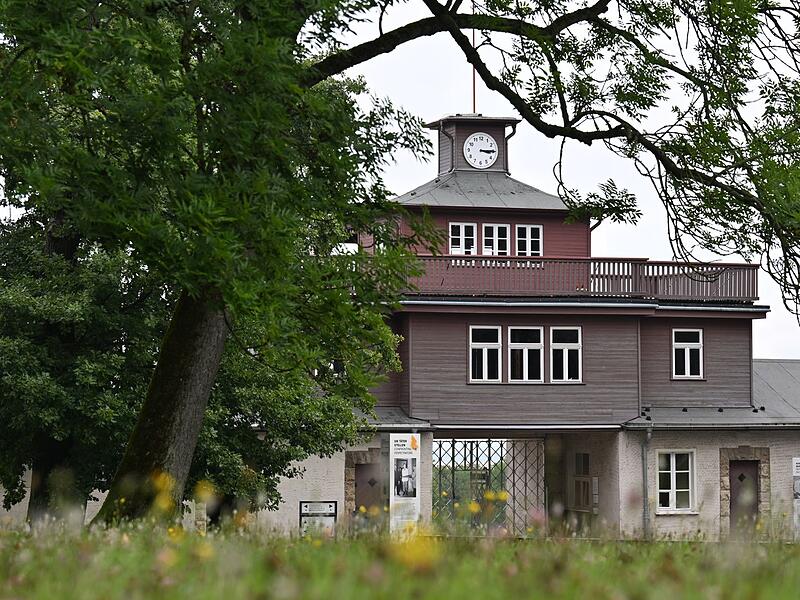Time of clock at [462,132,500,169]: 3:14
